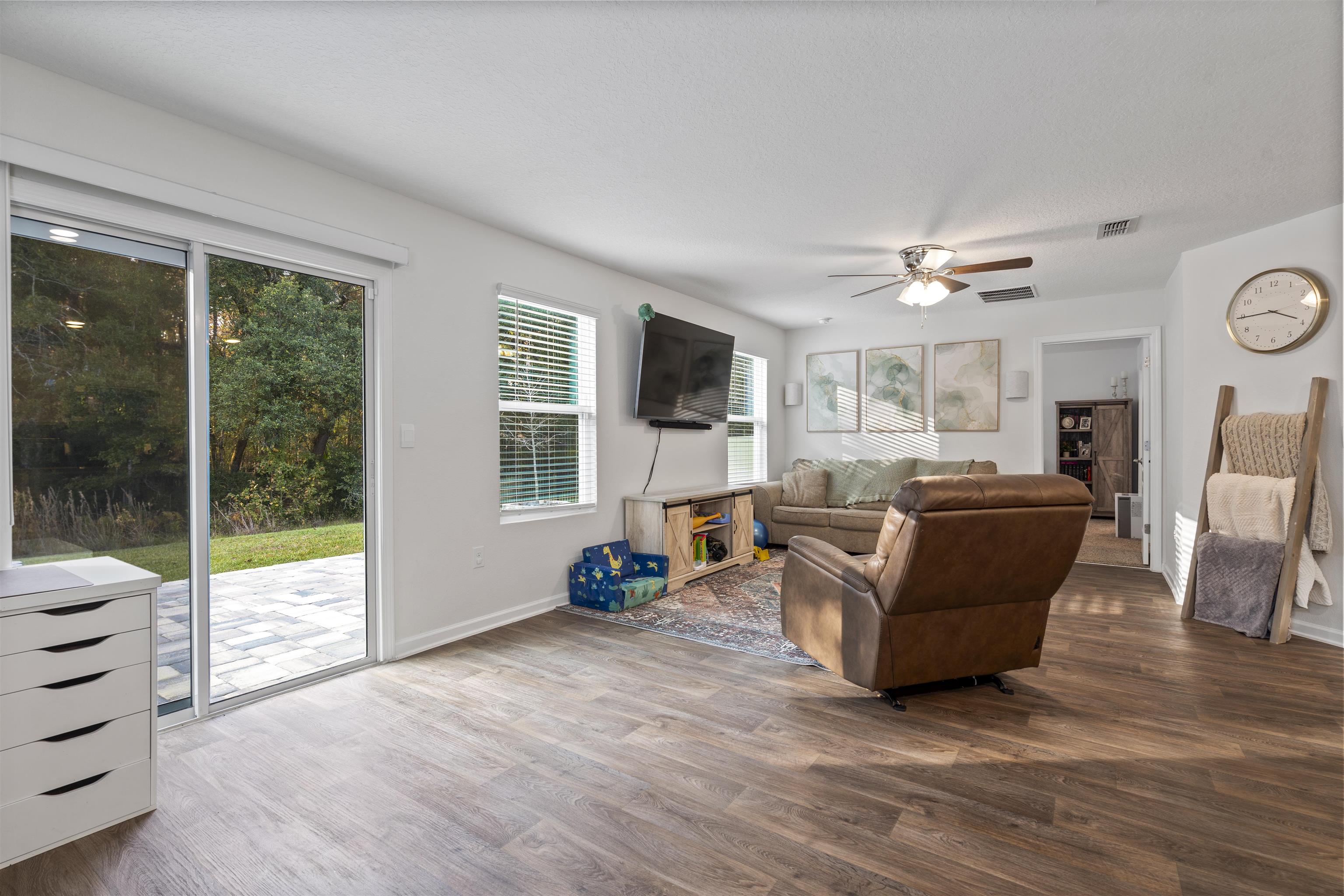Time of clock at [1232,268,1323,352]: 3:44
